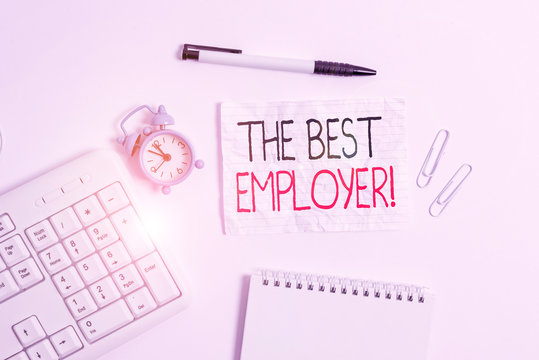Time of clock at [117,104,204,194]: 10:50
